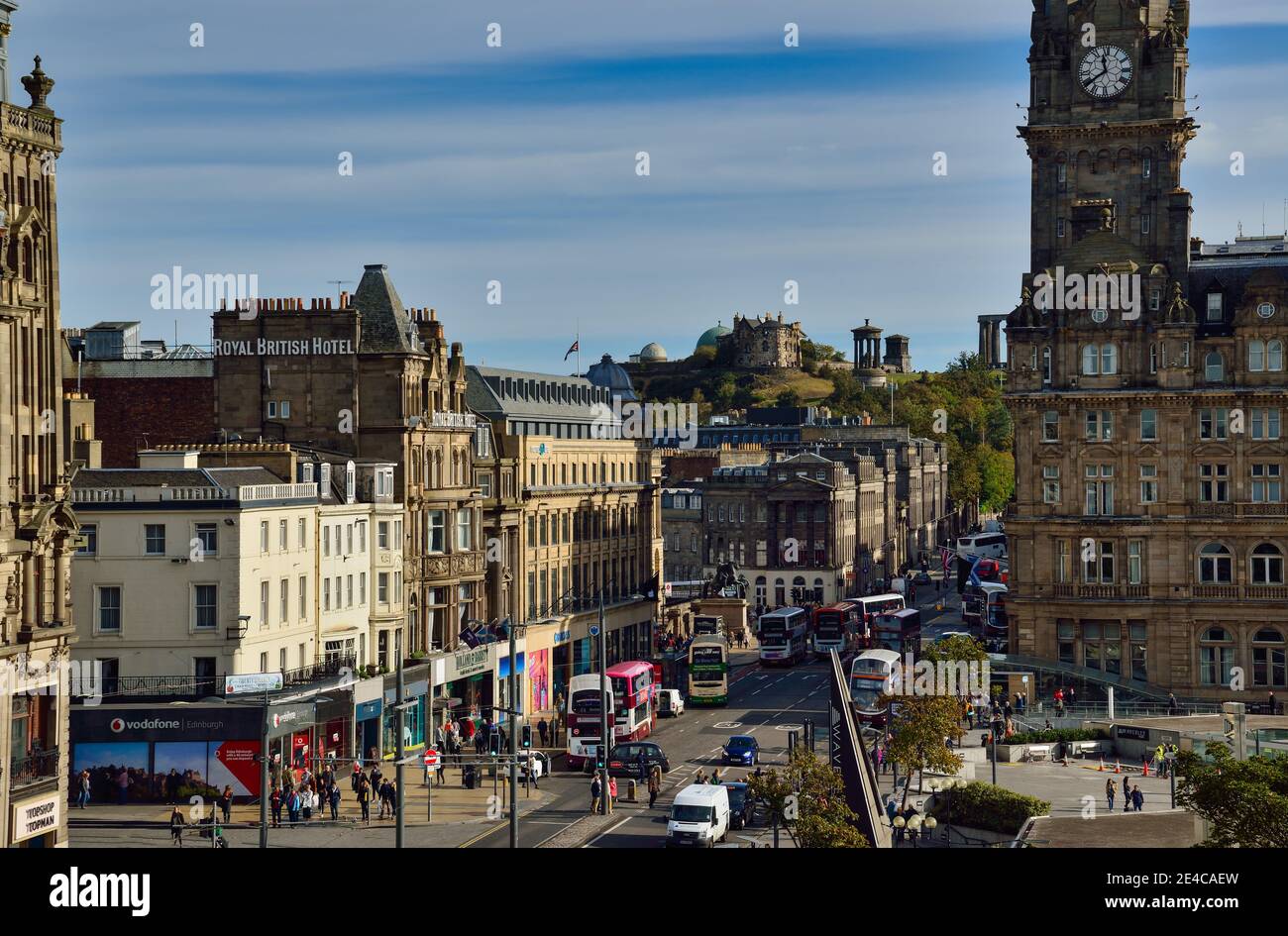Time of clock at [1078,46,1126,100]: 11:39
